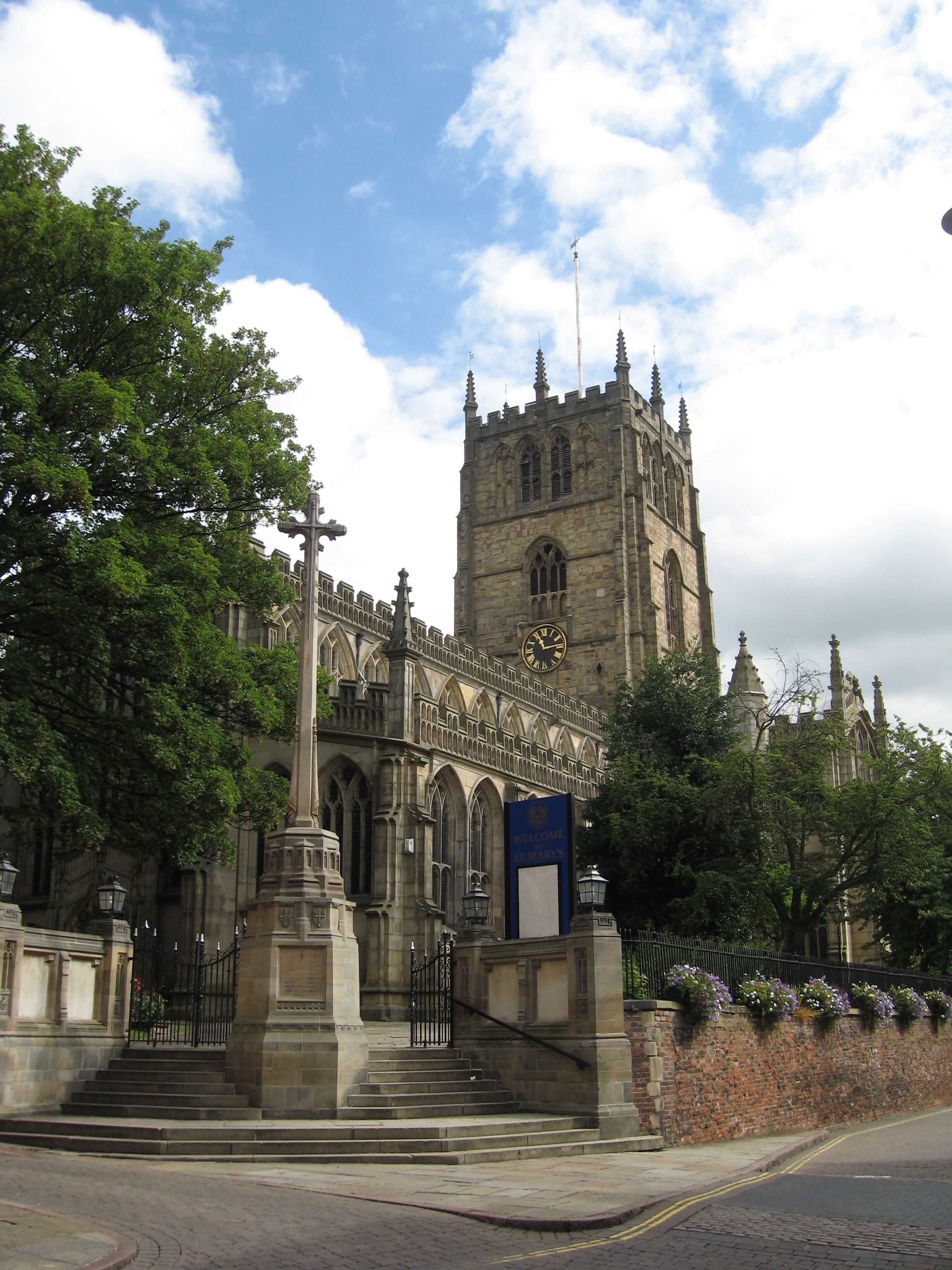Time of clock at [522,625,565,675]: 11:13
